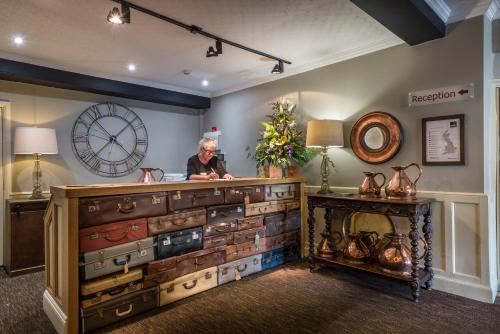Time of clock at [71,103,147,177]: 1:37
